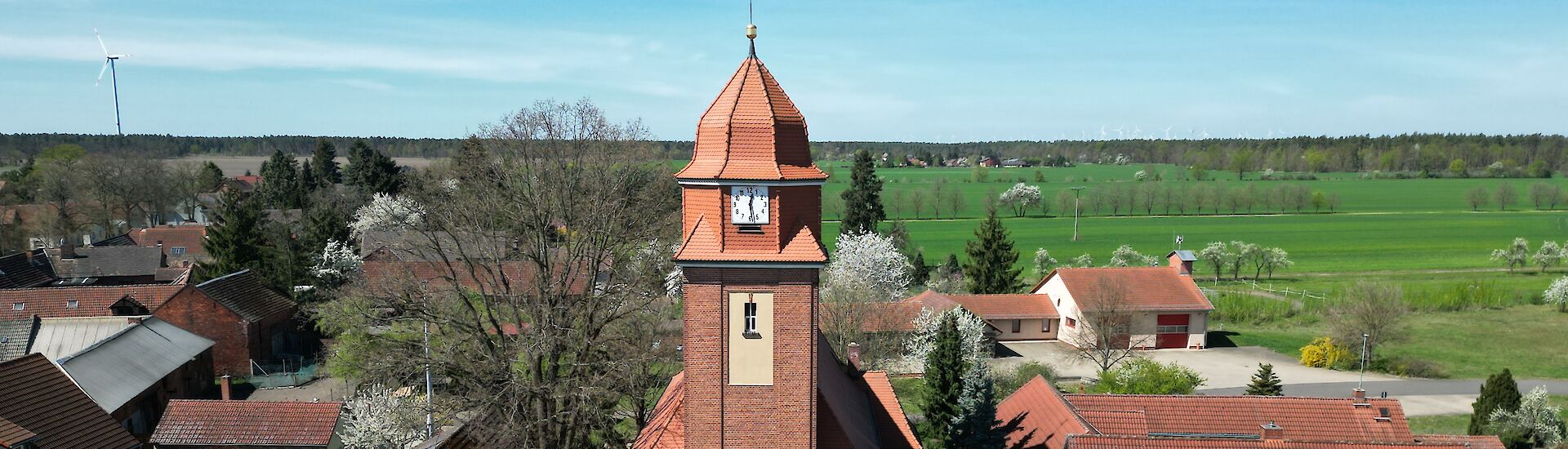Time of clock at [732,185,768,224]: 12:28
